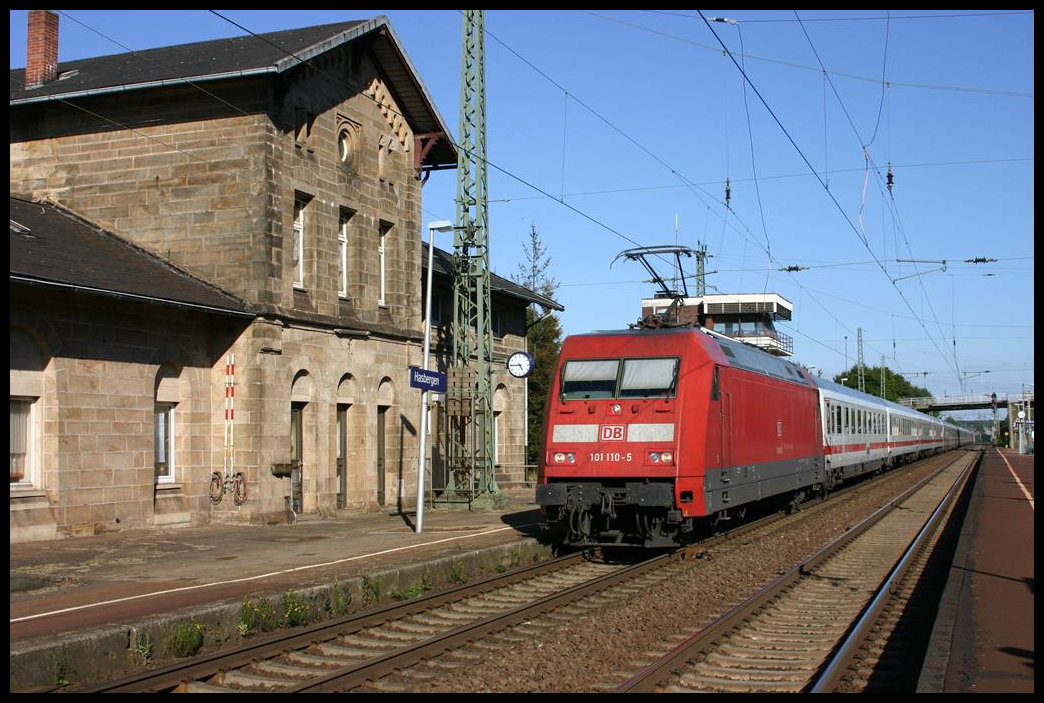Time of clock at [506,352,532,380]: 4:44
